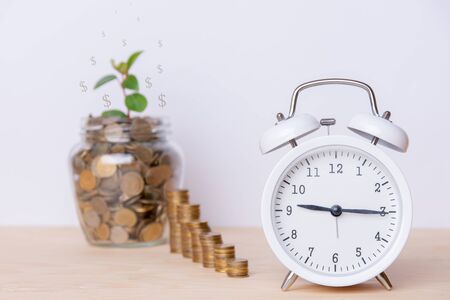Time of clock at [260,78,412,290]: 9:15
